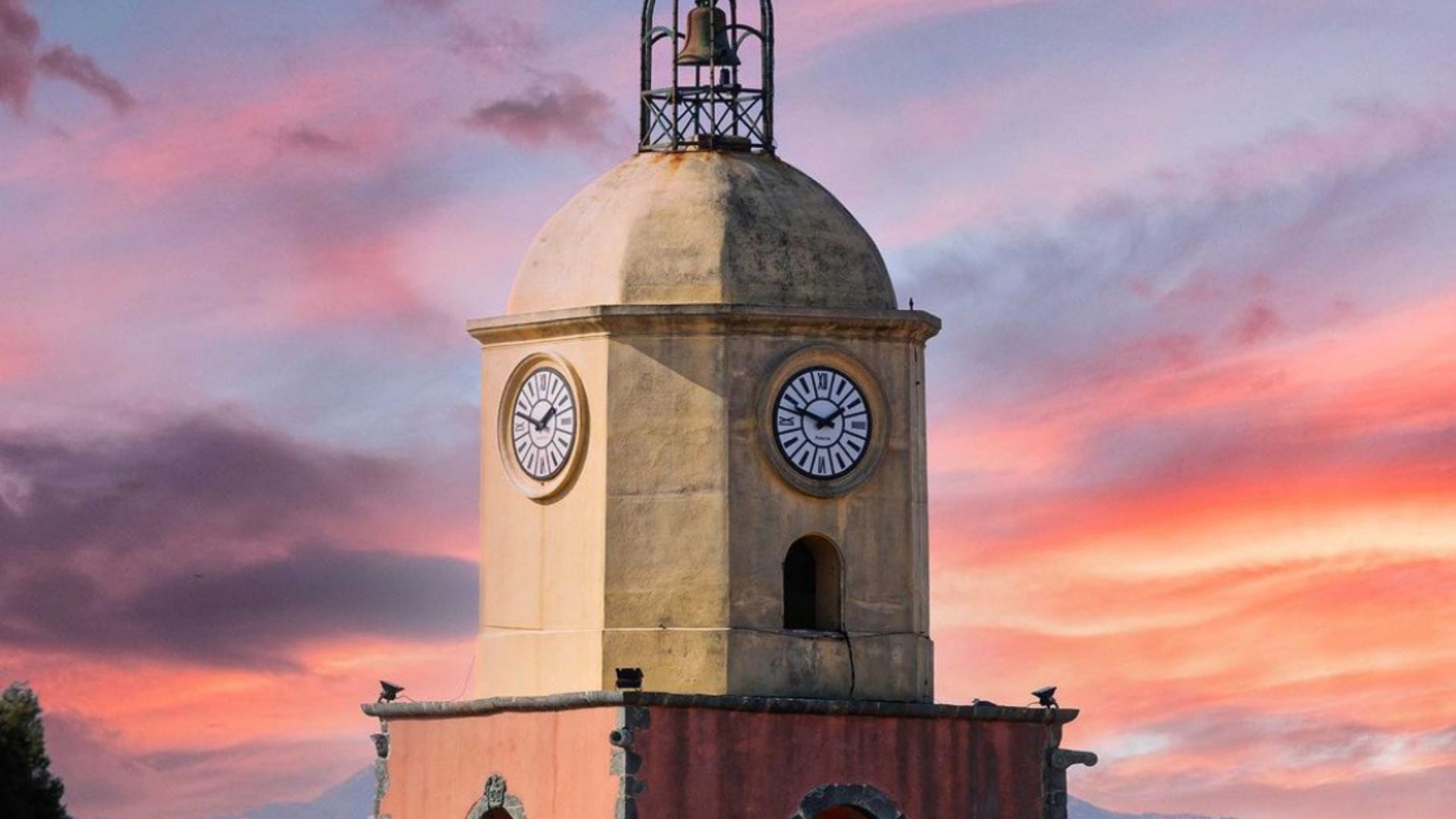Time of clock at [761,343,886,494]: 1:47
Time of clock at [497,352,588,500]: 1:47
